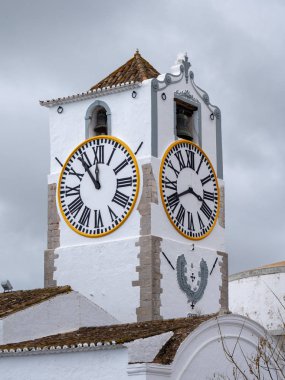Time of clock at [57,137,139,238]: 11:53
